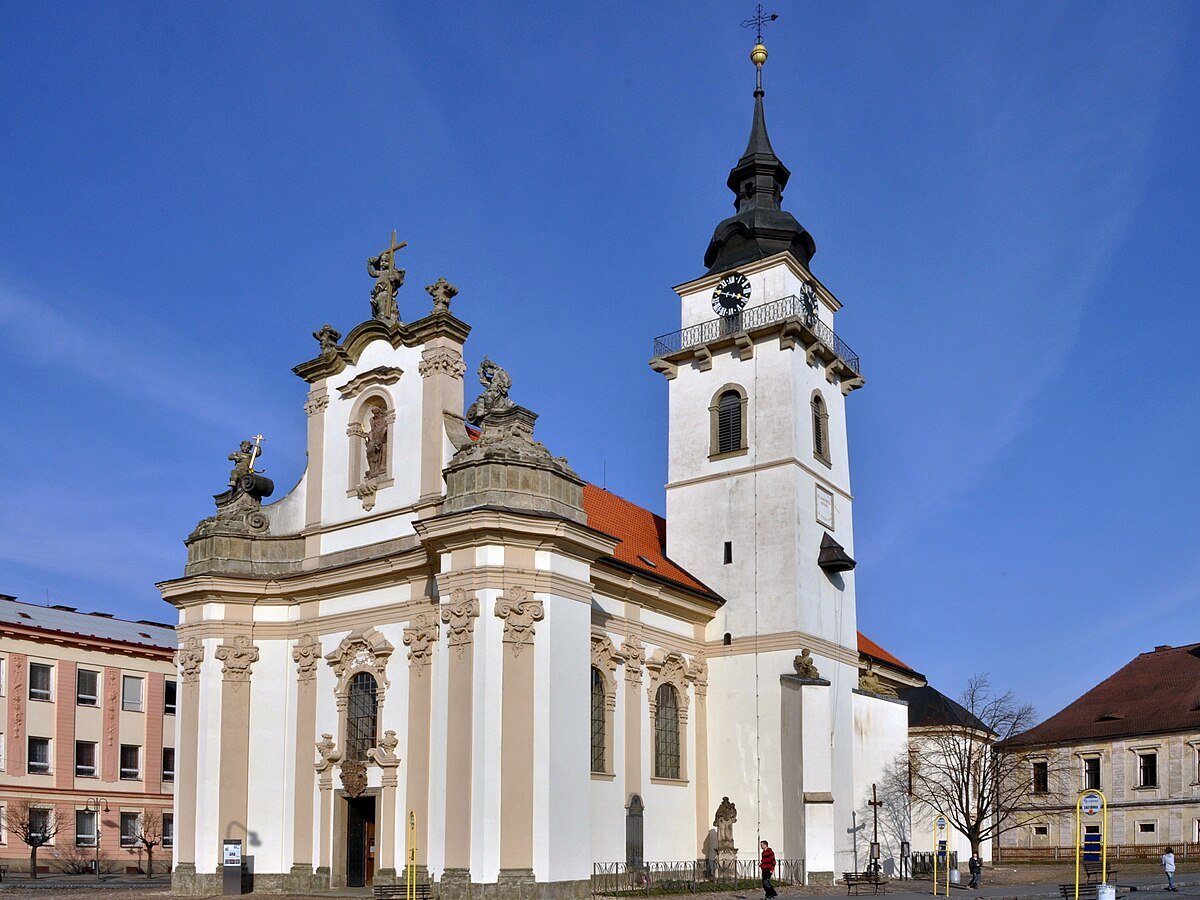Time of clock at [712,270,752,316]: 3:47
